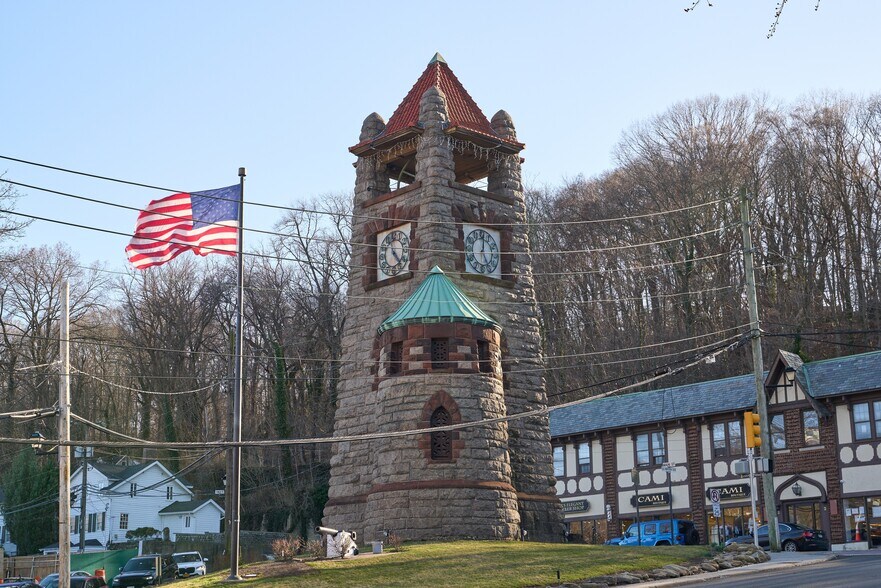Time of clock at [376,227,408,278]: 11:23
